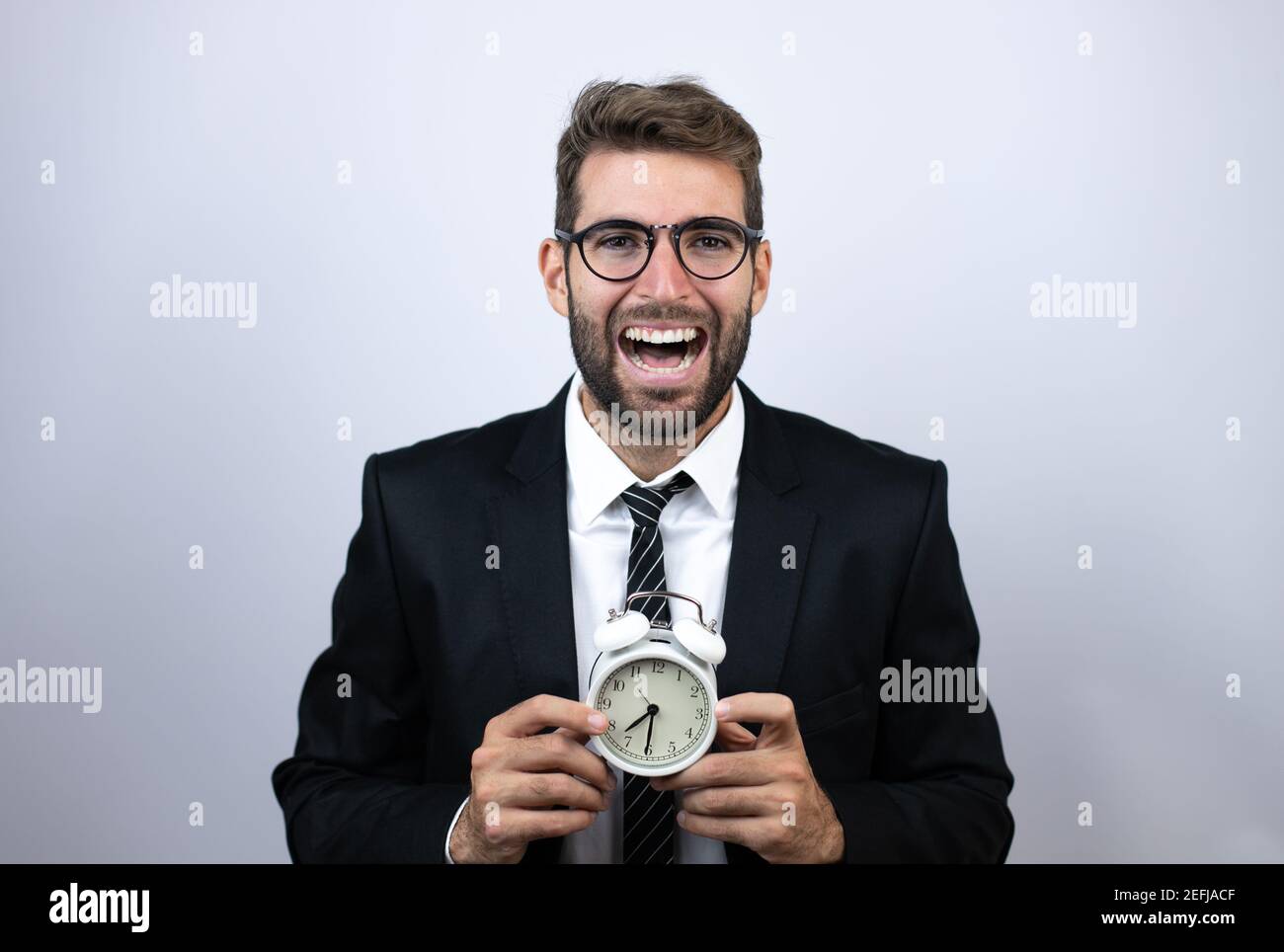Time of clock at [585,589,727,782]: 7:30
